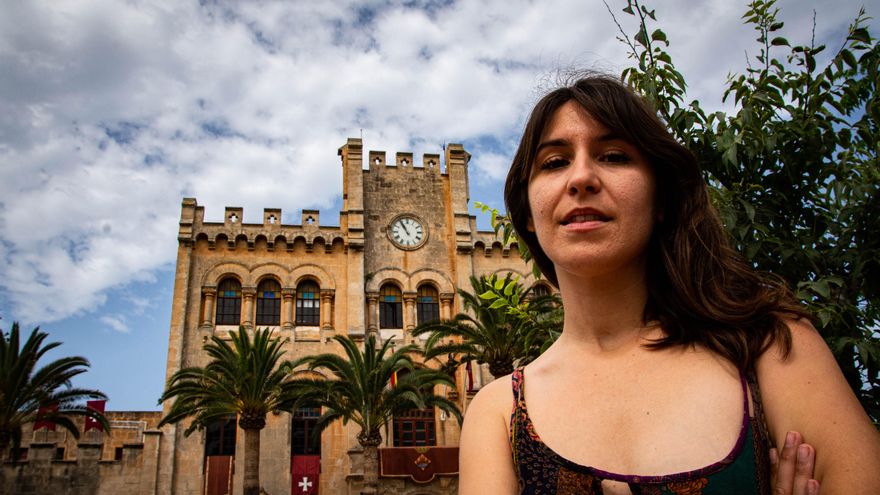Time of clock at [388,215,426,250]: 10:55
